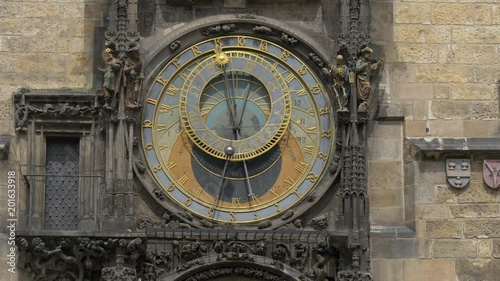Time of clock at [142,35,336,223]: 5:59
